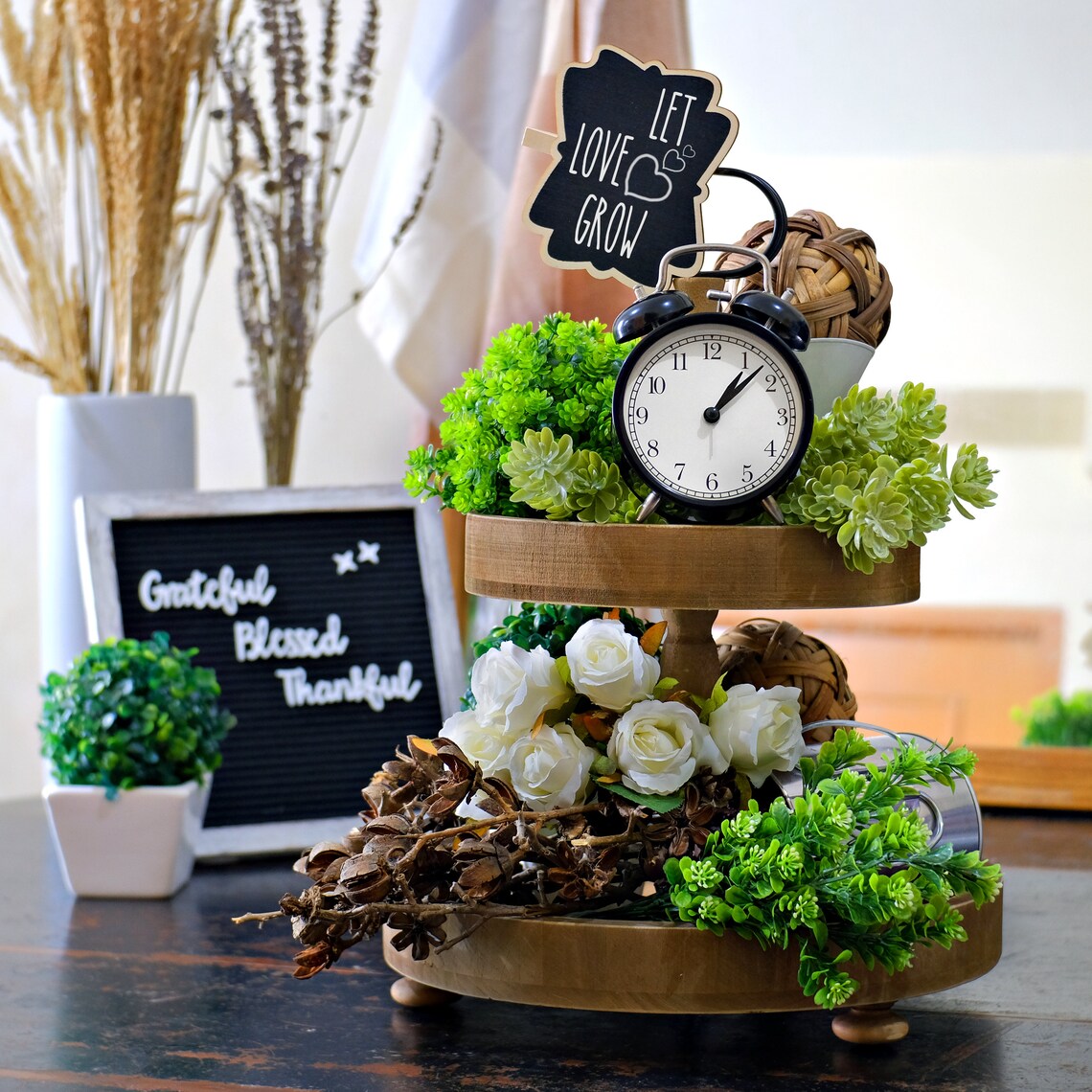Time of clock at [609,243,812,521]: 1:07
